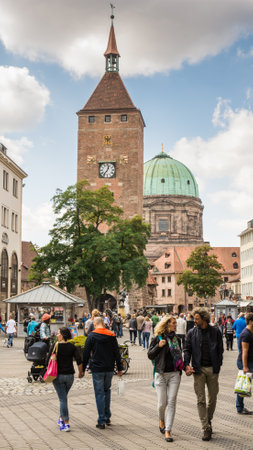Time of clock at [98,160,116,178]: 12:36
